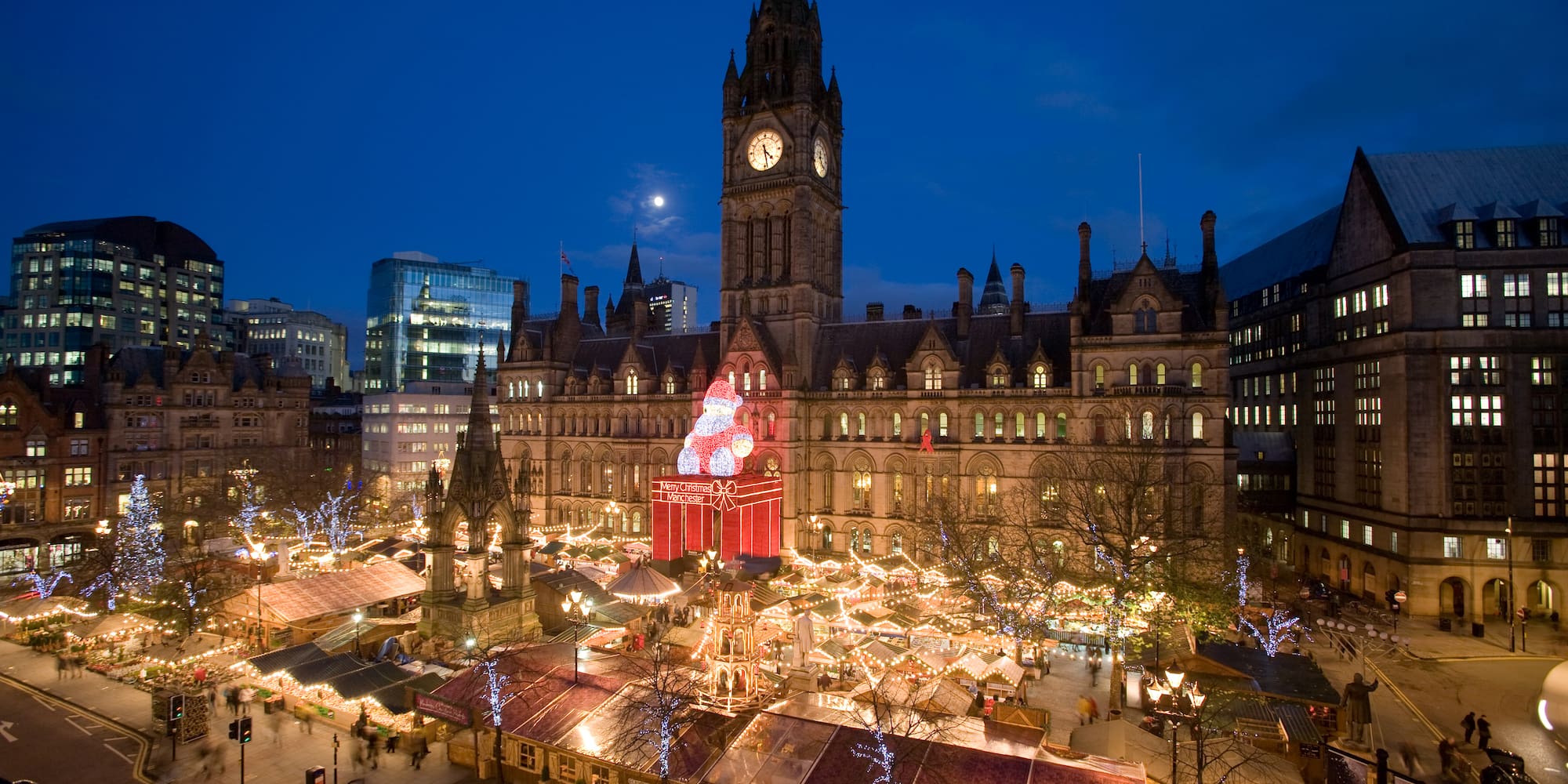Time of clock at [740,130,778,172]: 4:28
